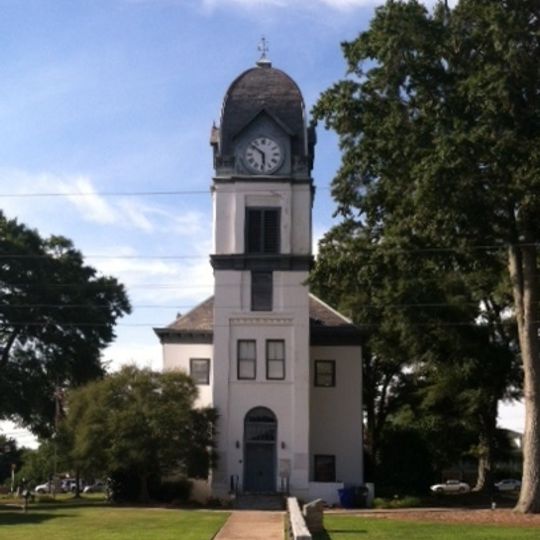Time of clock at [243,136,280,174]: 5:51
